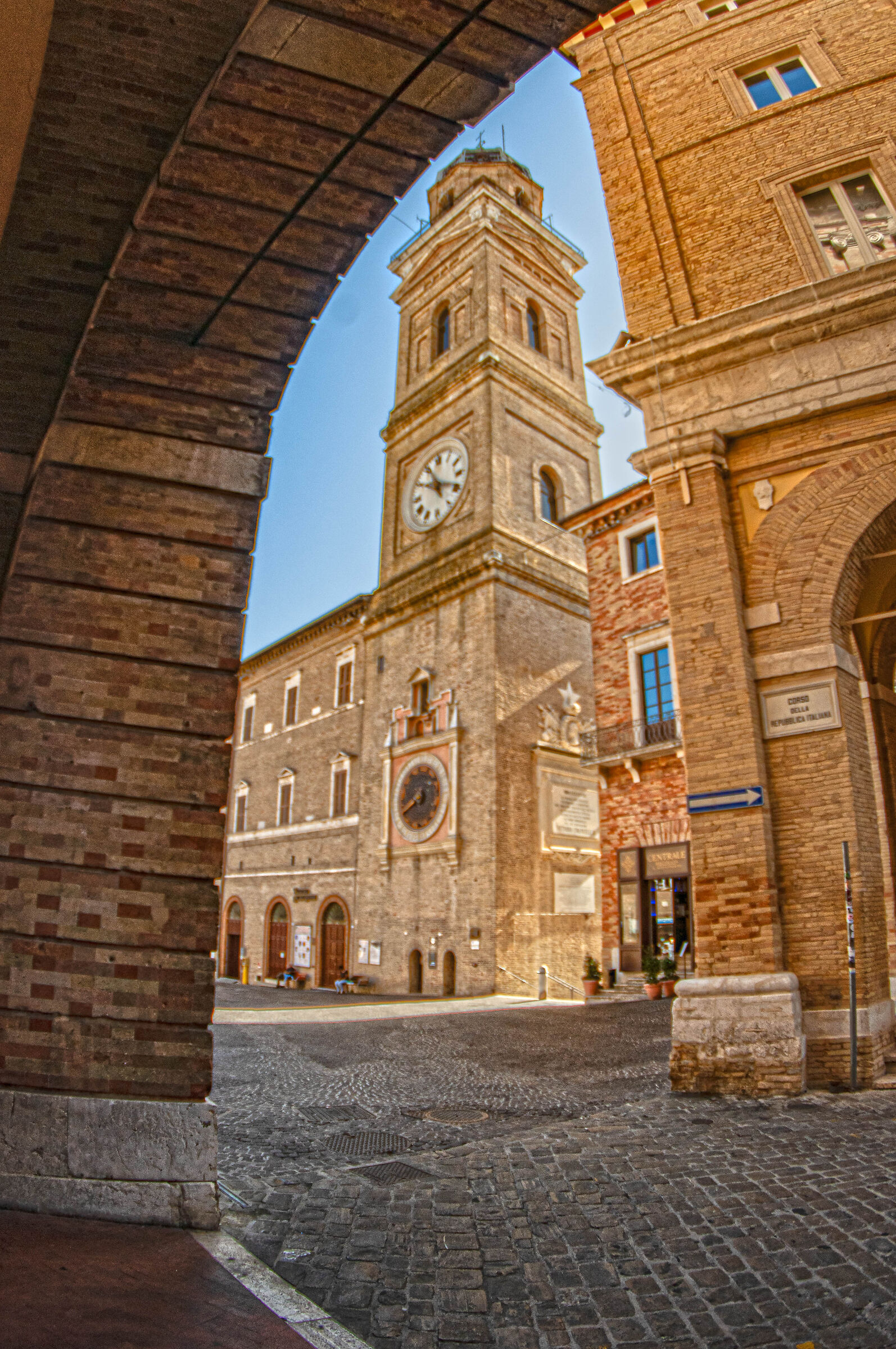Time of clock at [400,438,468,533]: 11:18
